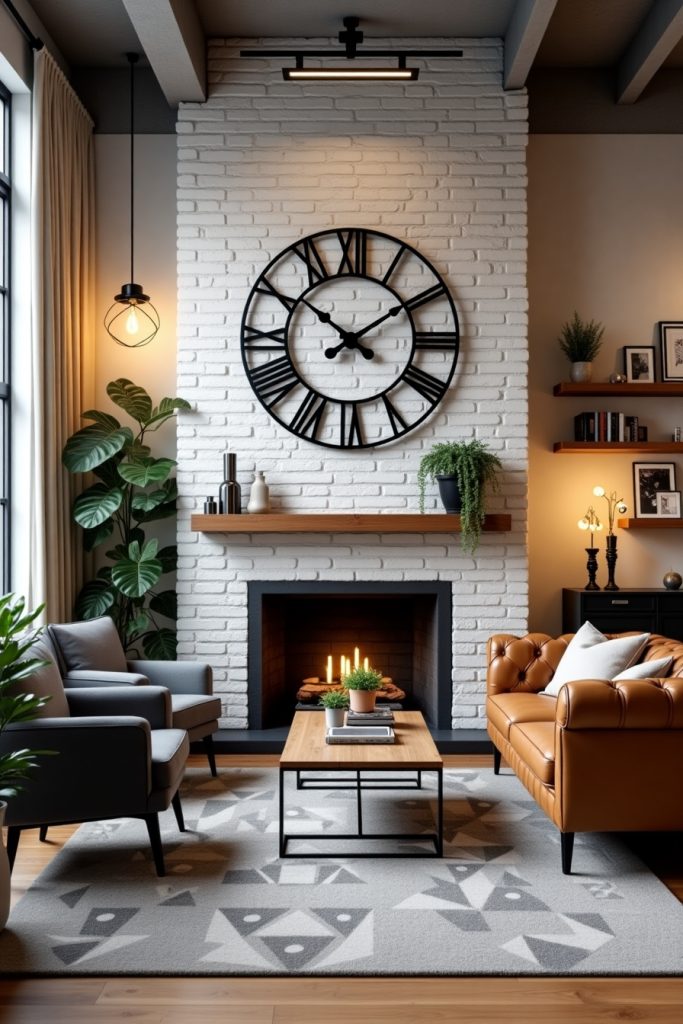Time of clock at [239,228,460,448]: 10:09
